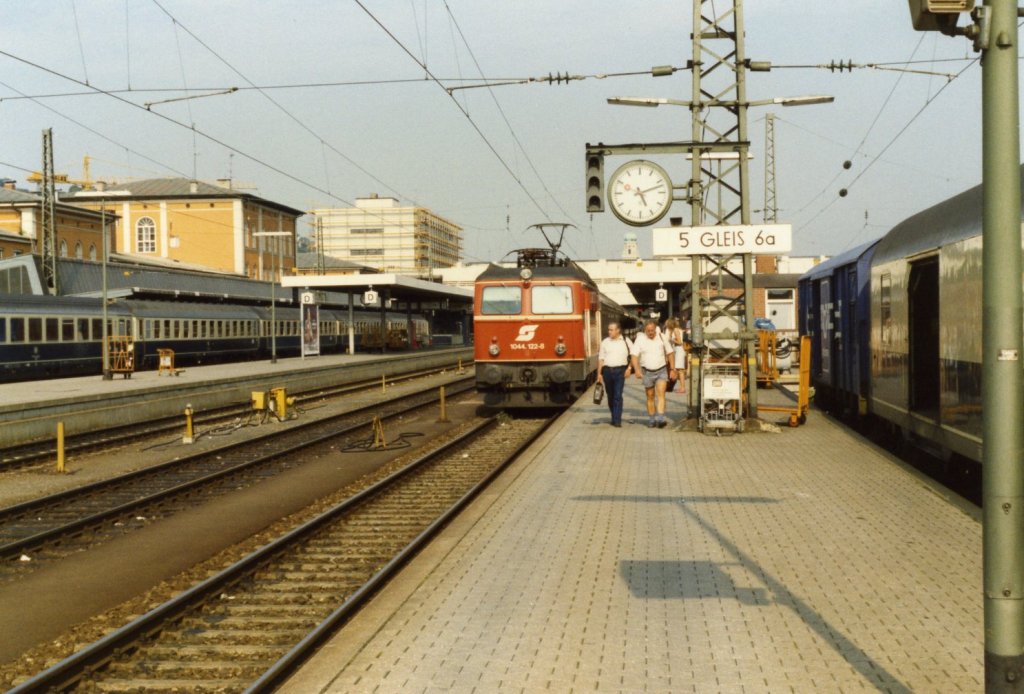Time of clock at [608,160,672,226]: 5:12
